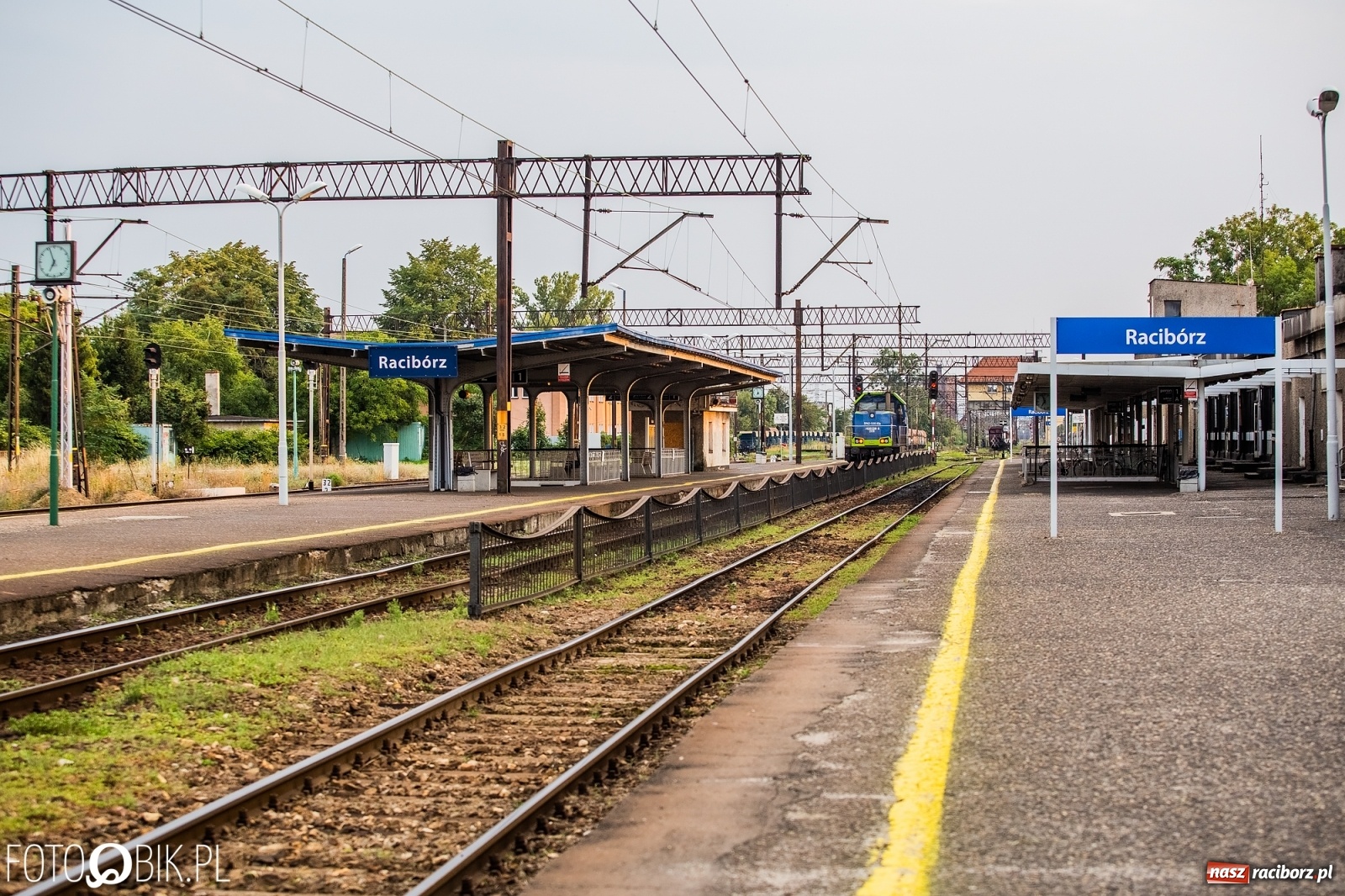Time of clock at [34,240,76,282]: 6:56
